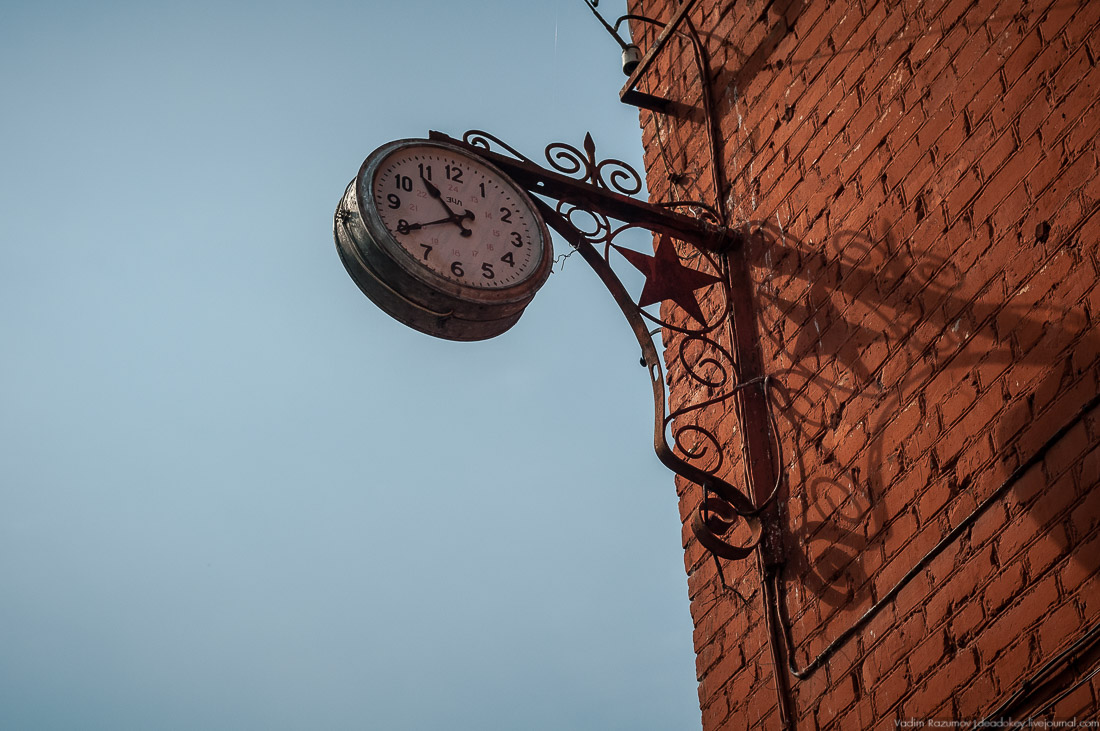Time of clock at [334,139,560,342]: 10:39
